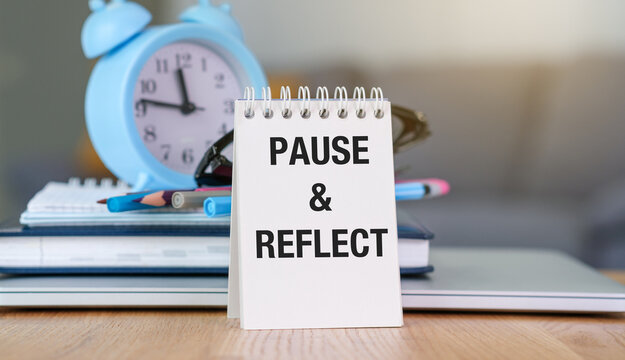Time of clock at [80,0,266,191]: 11:46
